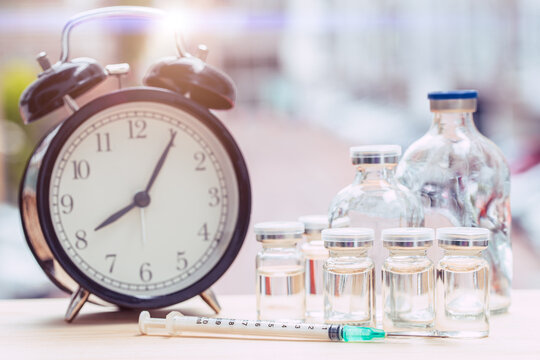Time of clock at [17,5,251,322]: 8:05
